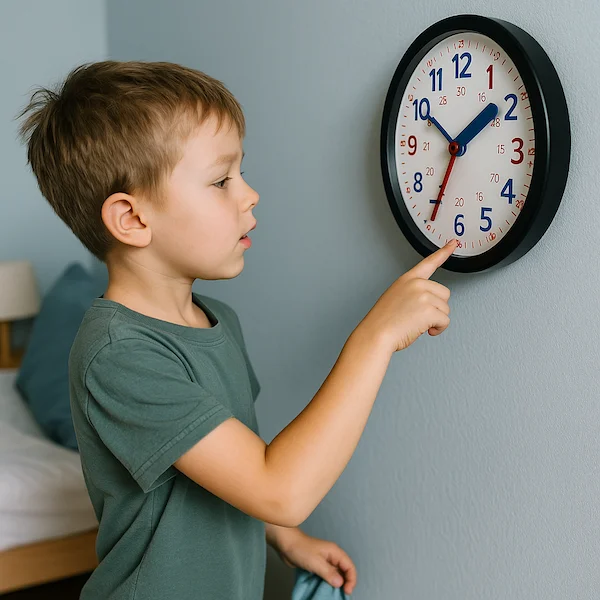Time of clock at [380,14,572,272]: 1:50
